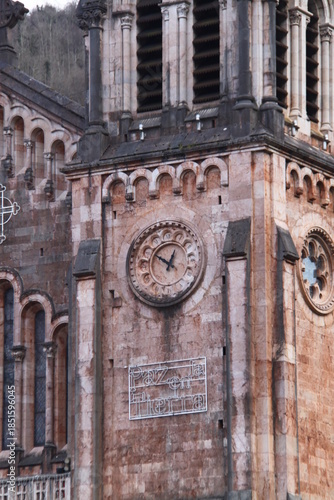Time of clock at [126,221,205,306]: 12:49
